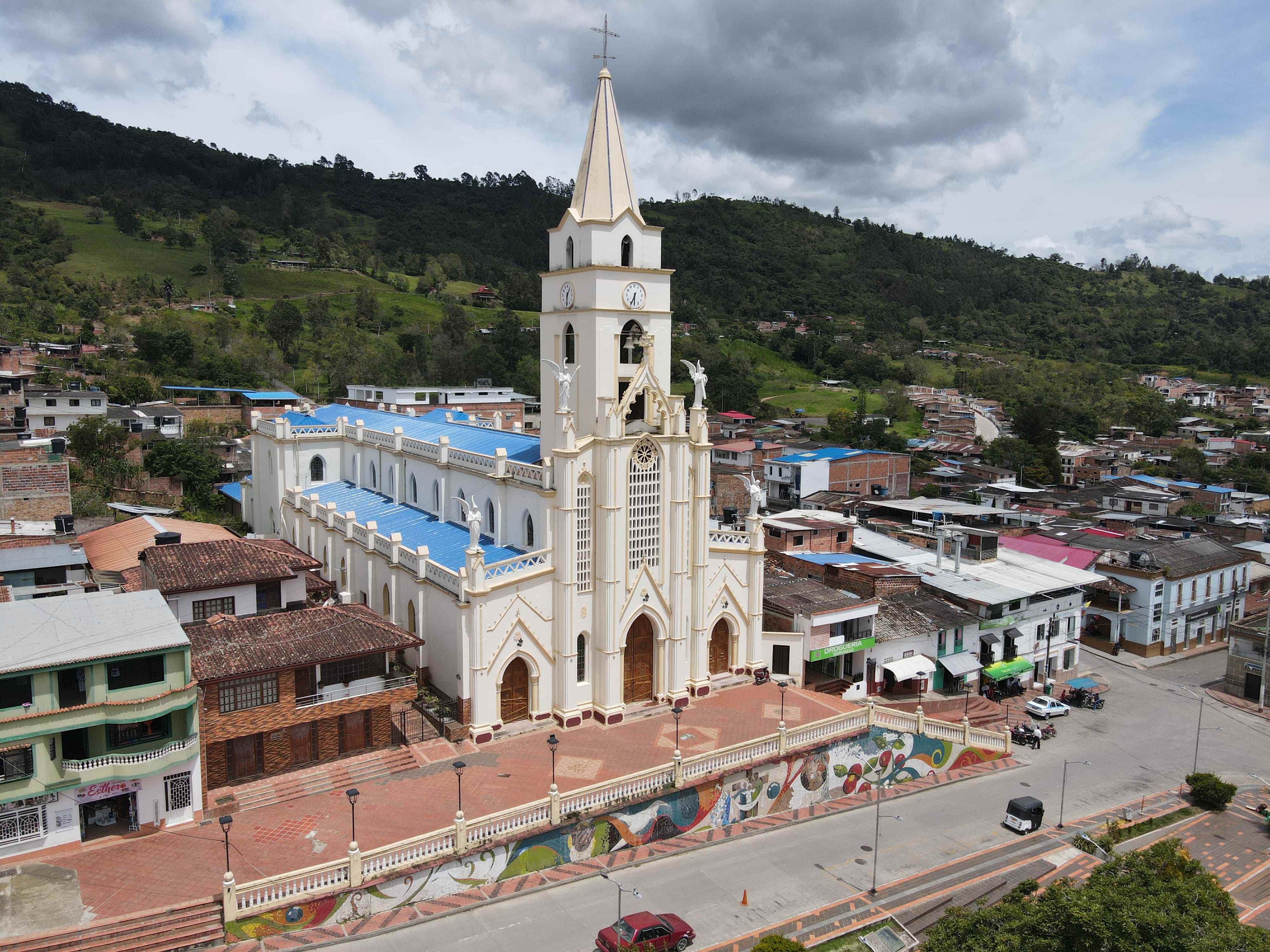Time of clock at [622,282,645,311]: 6:34
